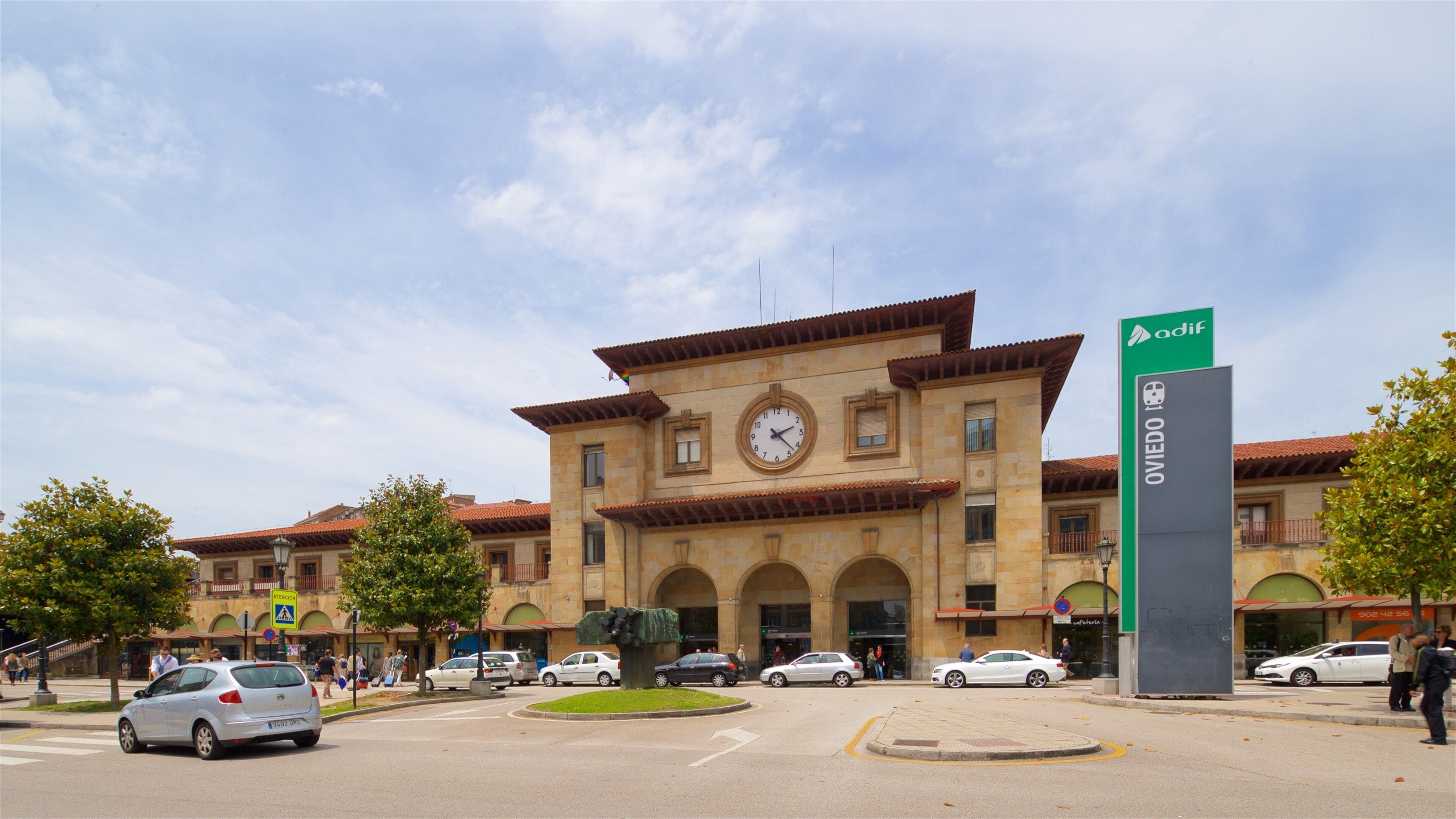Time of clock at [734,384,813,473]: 2:22
